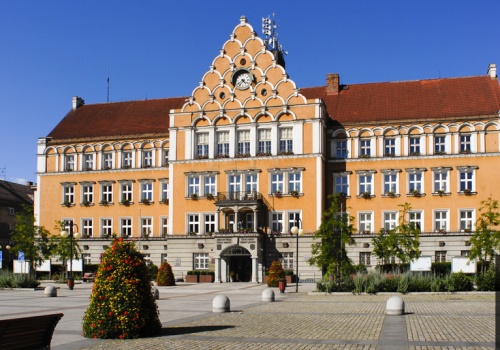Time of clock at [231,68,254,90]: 4:37
